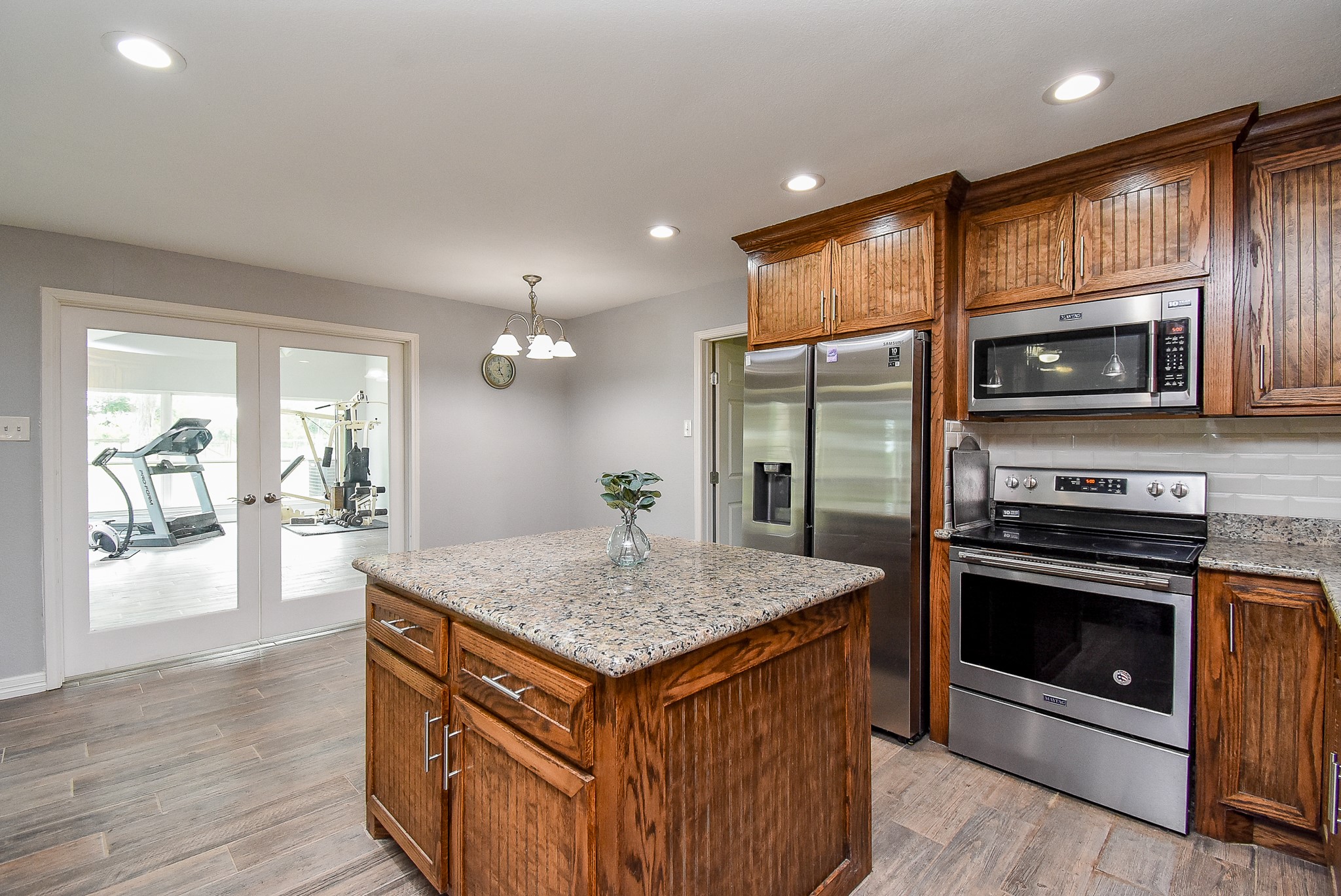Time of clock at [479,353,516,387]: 4:59
